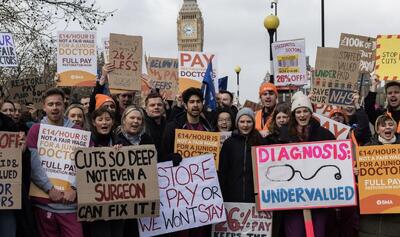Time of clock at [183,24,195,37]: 9:42
